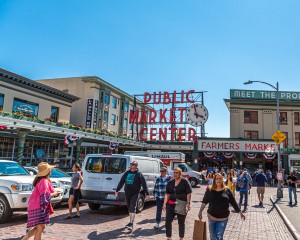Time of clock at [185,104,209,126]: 3:58
